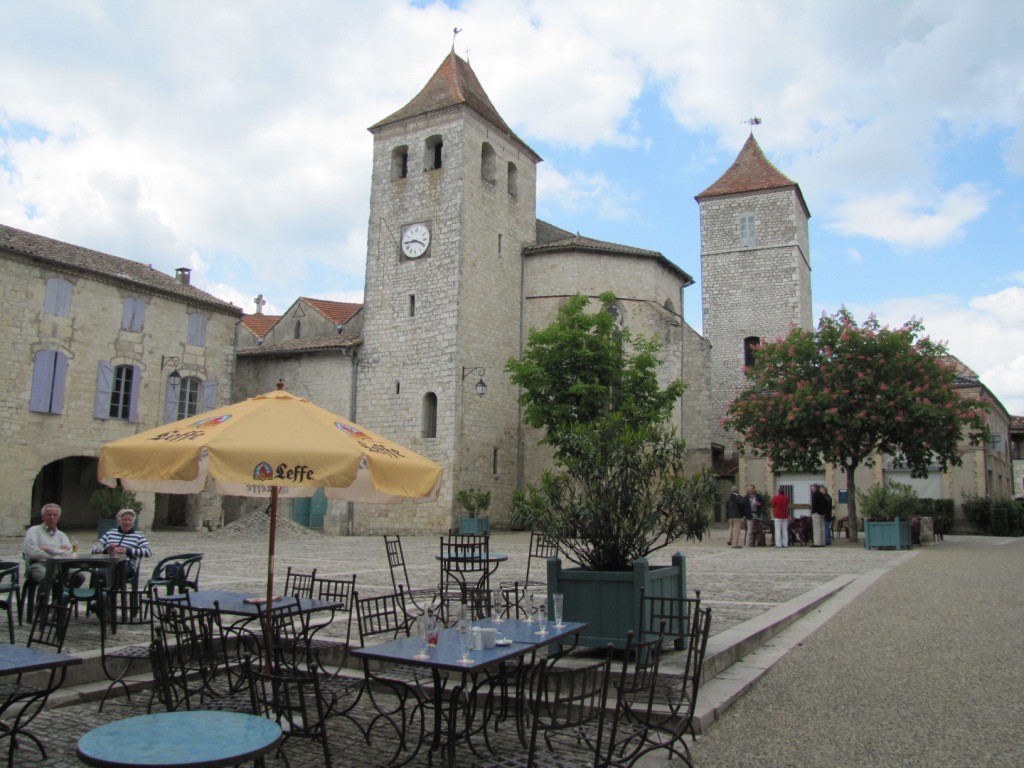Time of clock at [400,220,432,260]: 3:44
